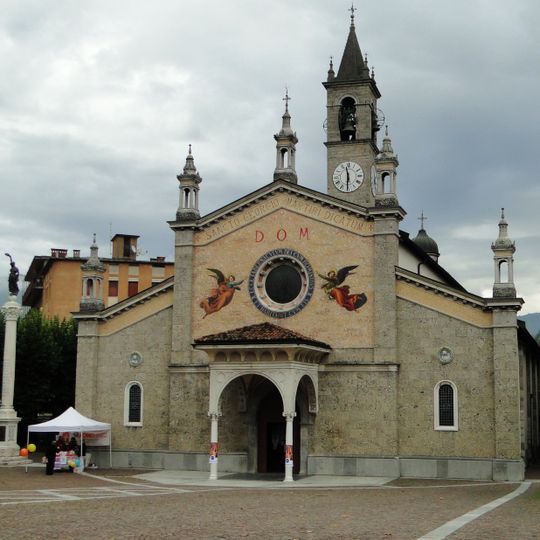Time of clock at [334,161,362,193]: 11:30
